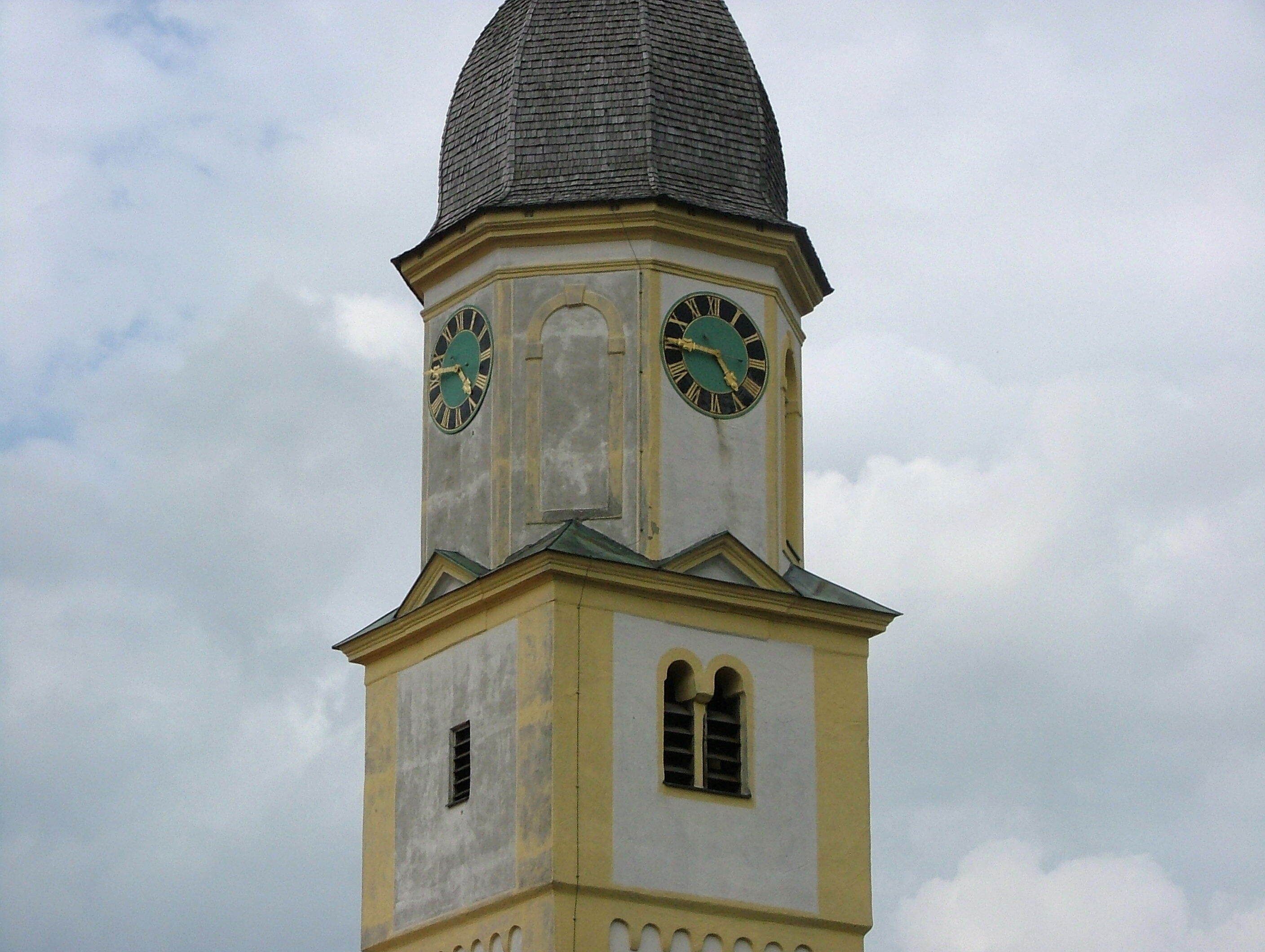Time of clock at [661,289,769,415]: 4:45
